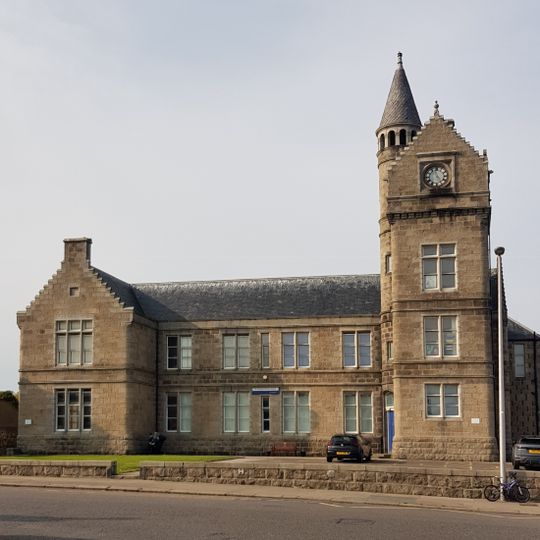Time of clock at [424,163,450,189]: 4:57
